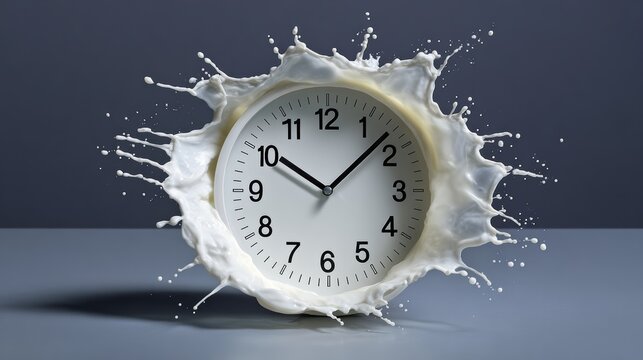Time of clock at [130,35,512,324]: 10:07
